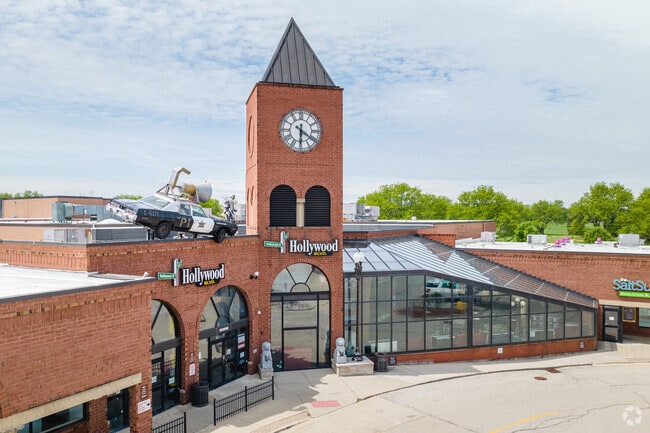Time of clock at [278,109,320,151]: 6:20
